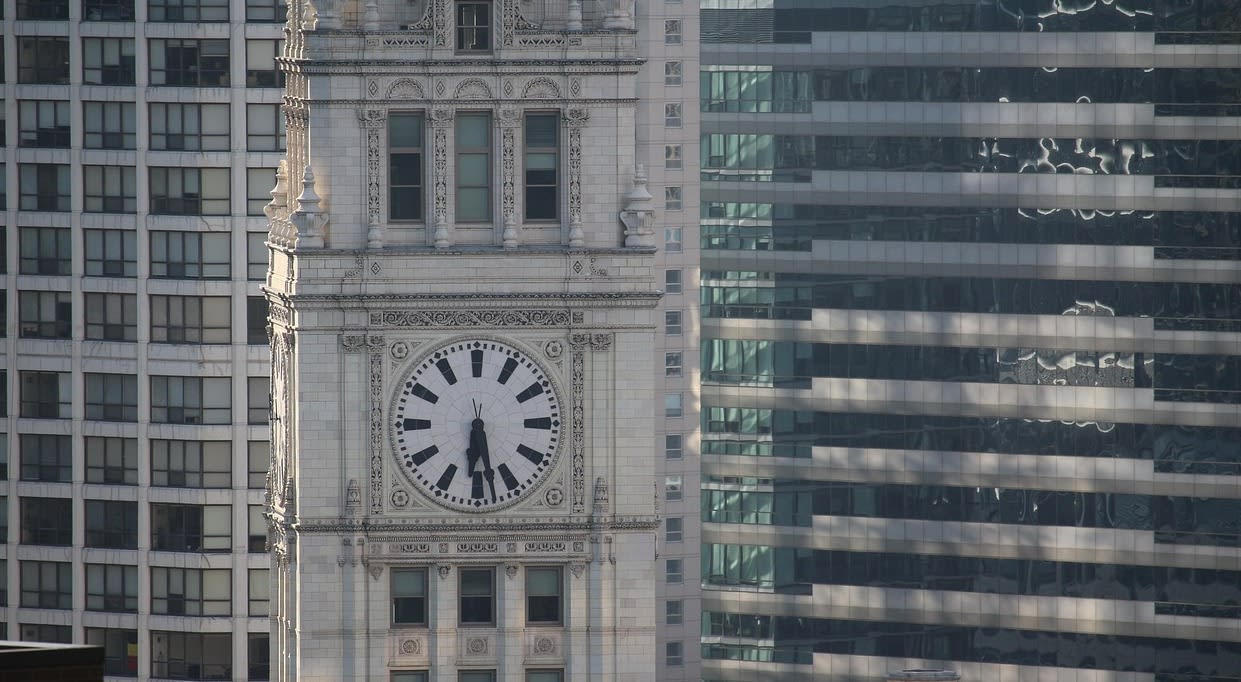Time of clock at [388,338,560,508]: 6:28
